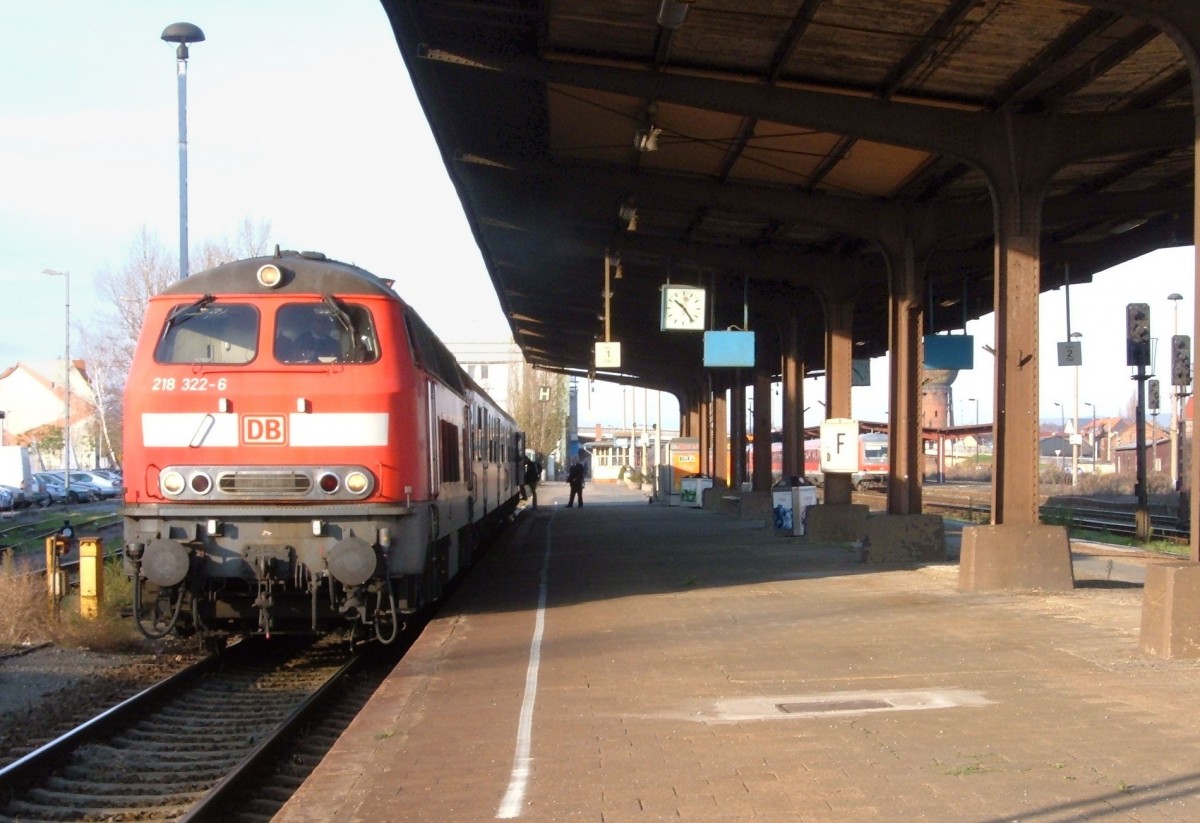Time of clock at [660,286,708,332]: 10:23
